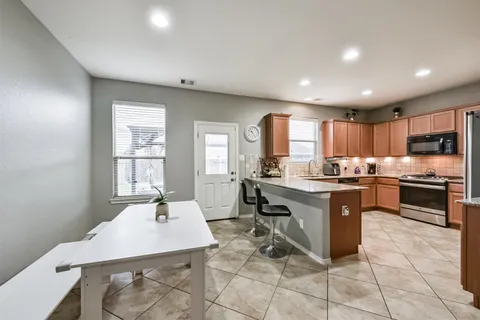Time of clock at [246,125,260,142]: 10:24
